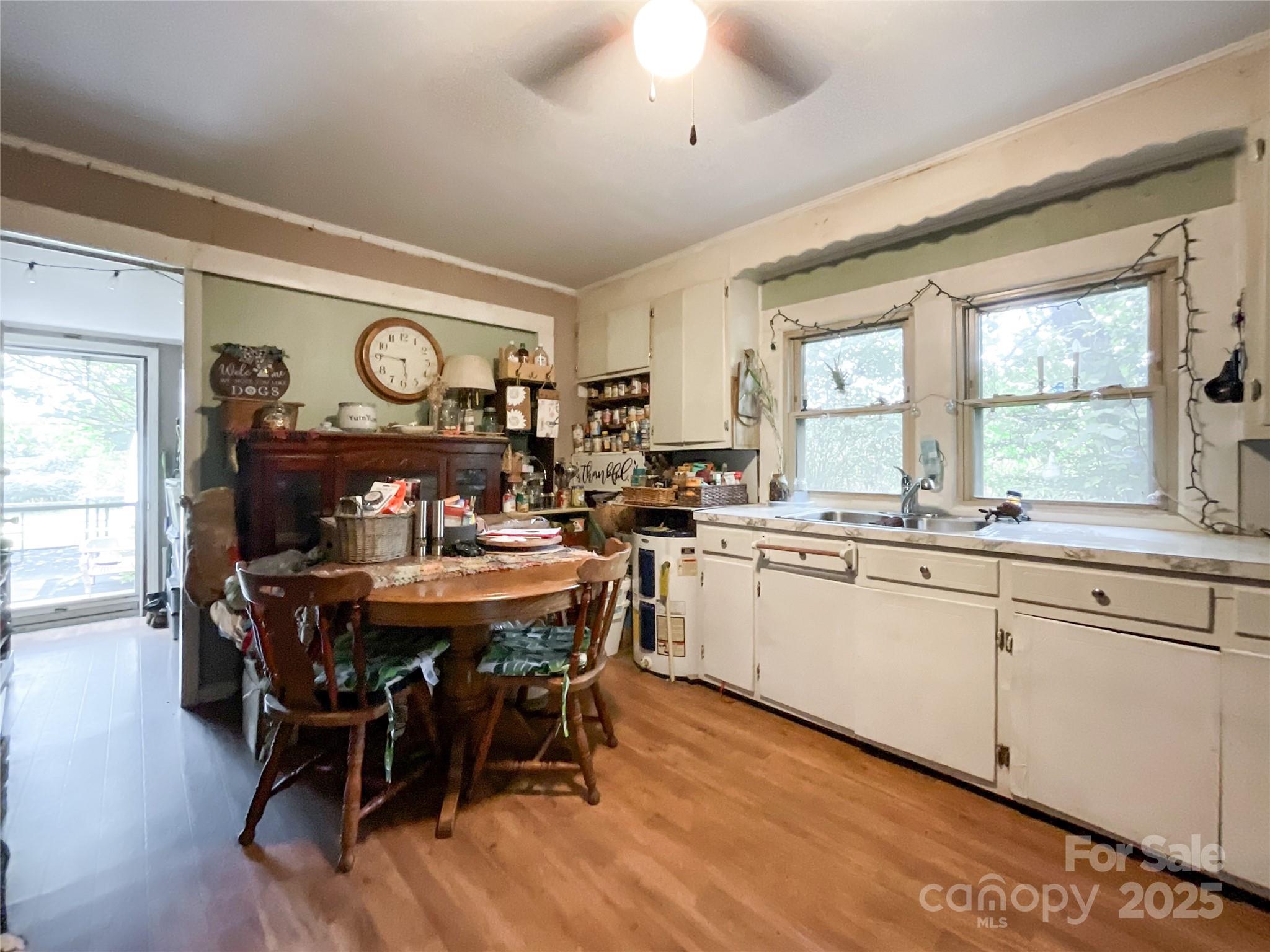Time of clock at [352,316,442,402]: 5:46
